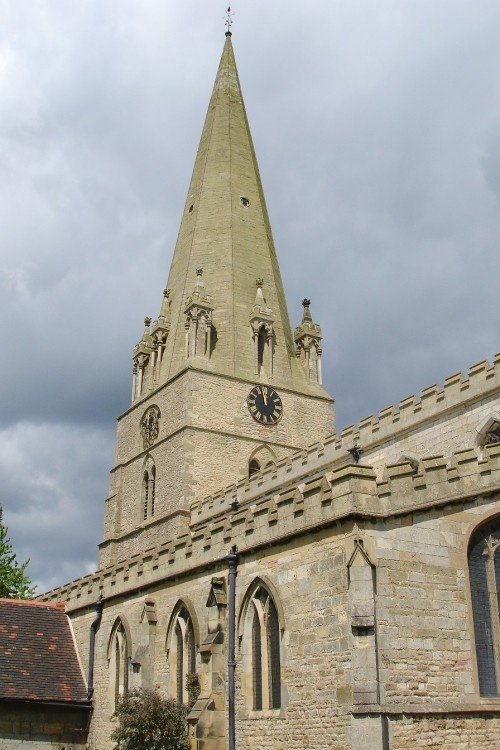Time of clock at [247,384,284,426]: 11:57
